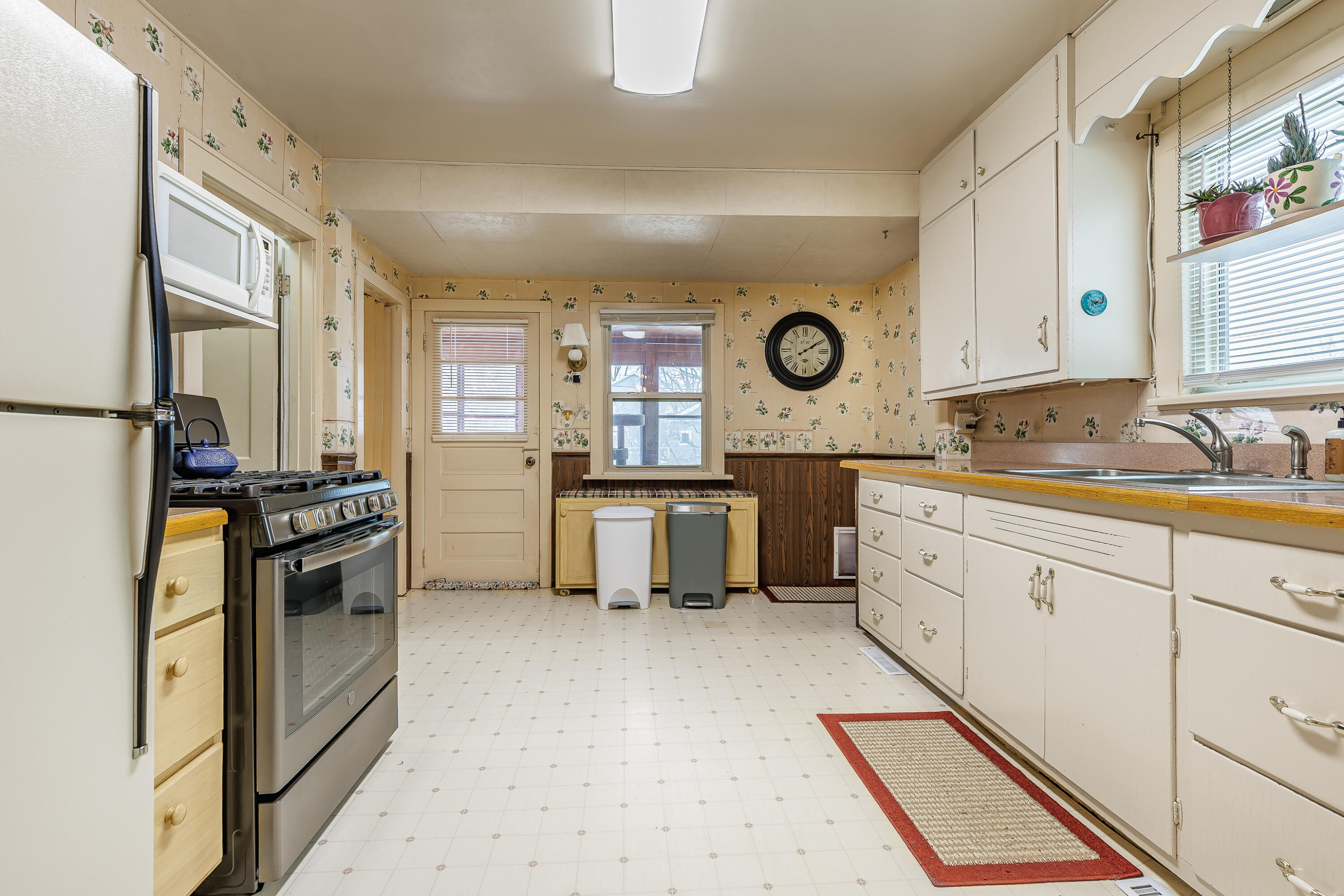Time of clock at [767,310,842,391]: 2:09
